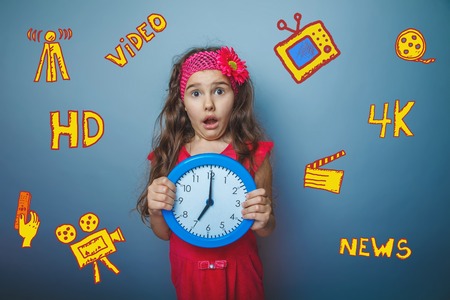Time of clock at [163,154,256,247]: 7:00
